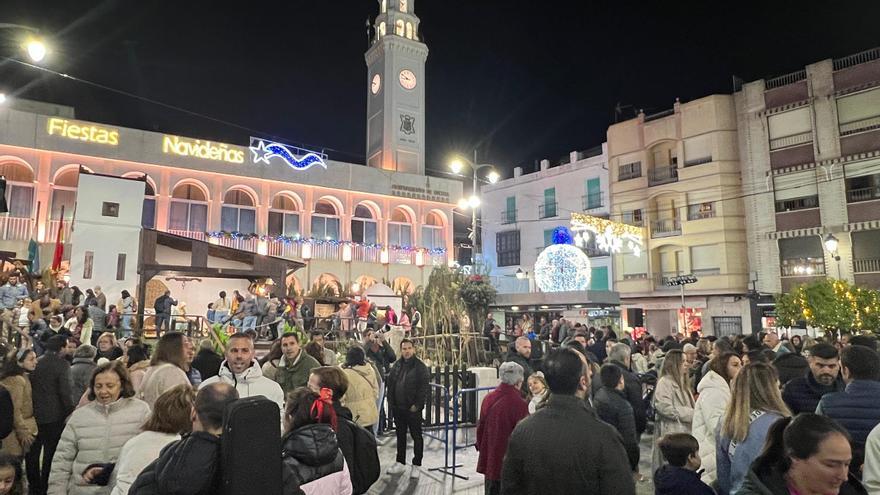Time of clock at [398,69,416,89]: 8:50
